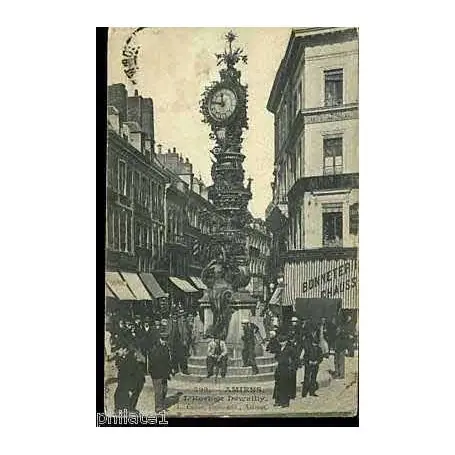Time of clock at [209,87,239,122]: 11:46
